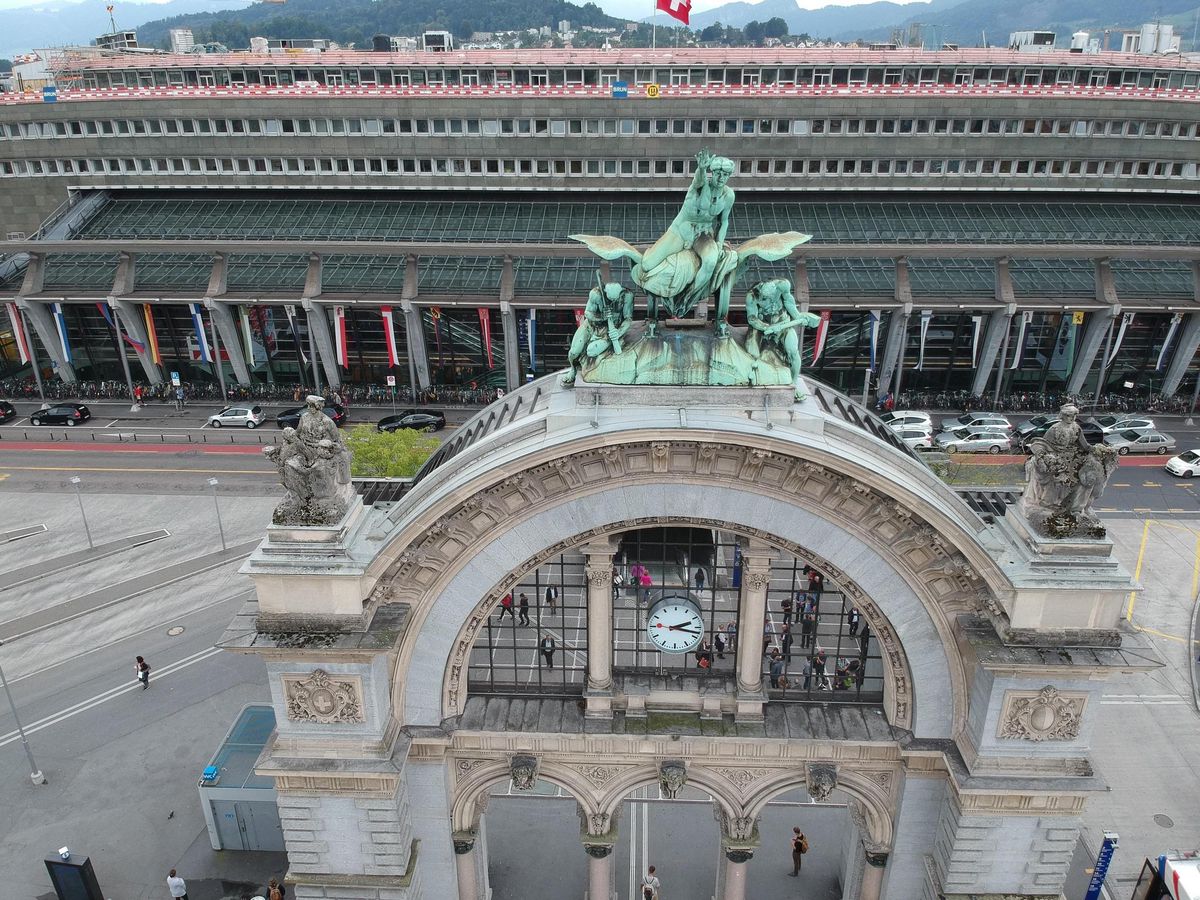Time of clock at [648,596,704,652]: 2:17
